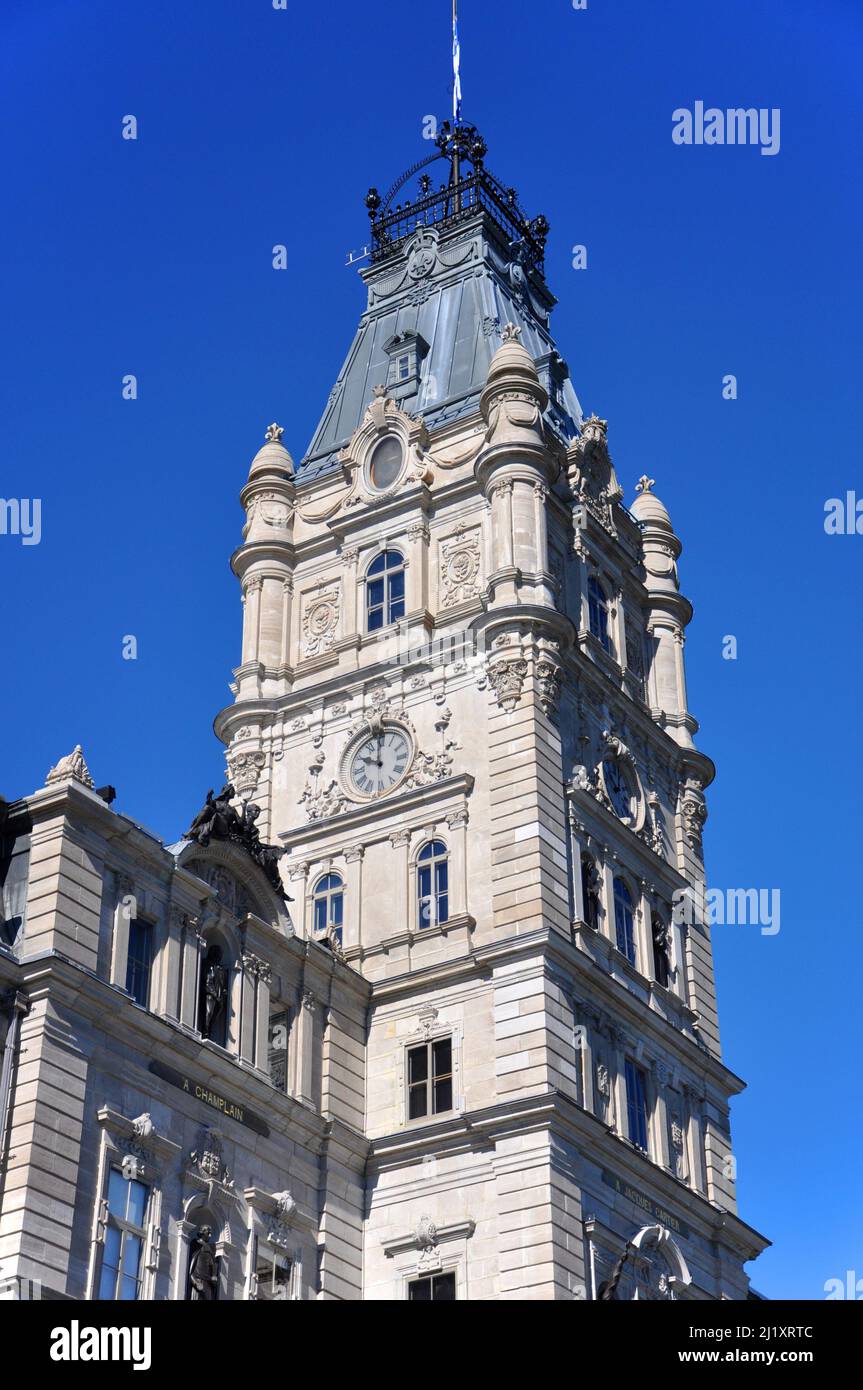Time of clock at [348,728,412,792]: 9:59
